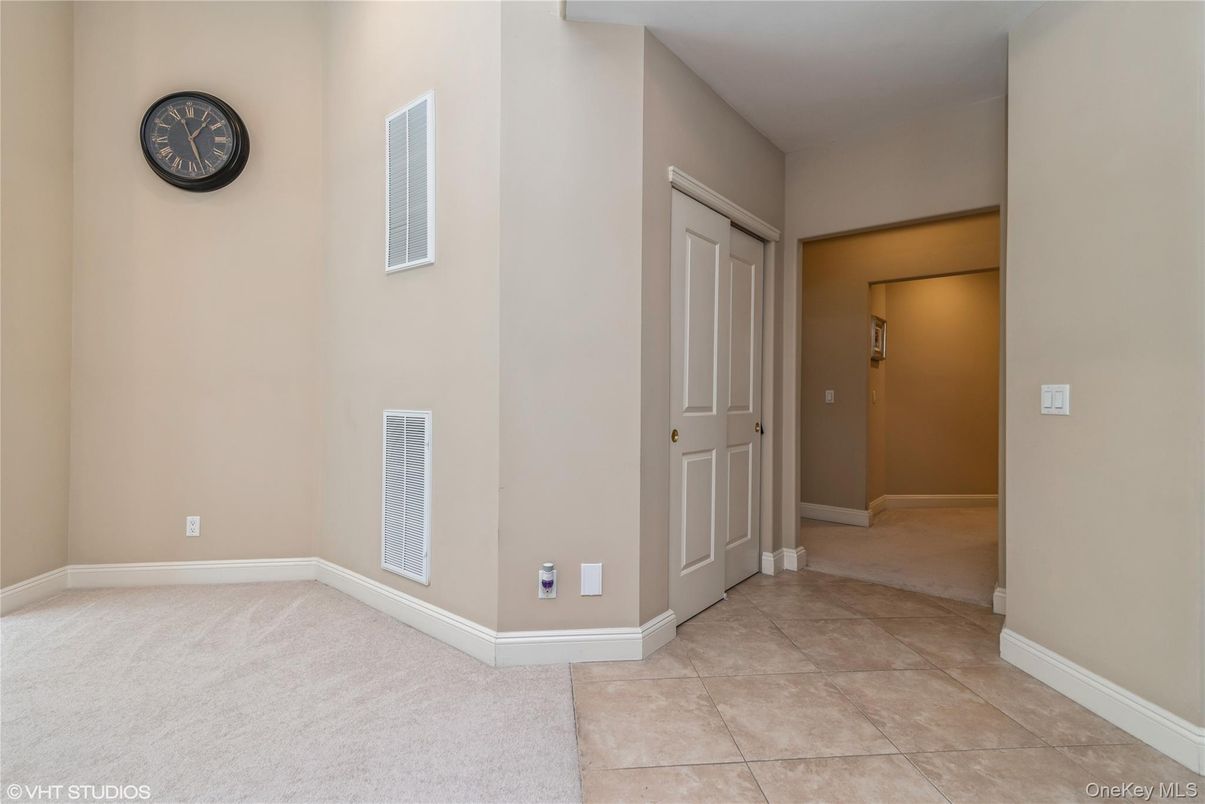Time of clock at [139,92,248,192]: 1:27
